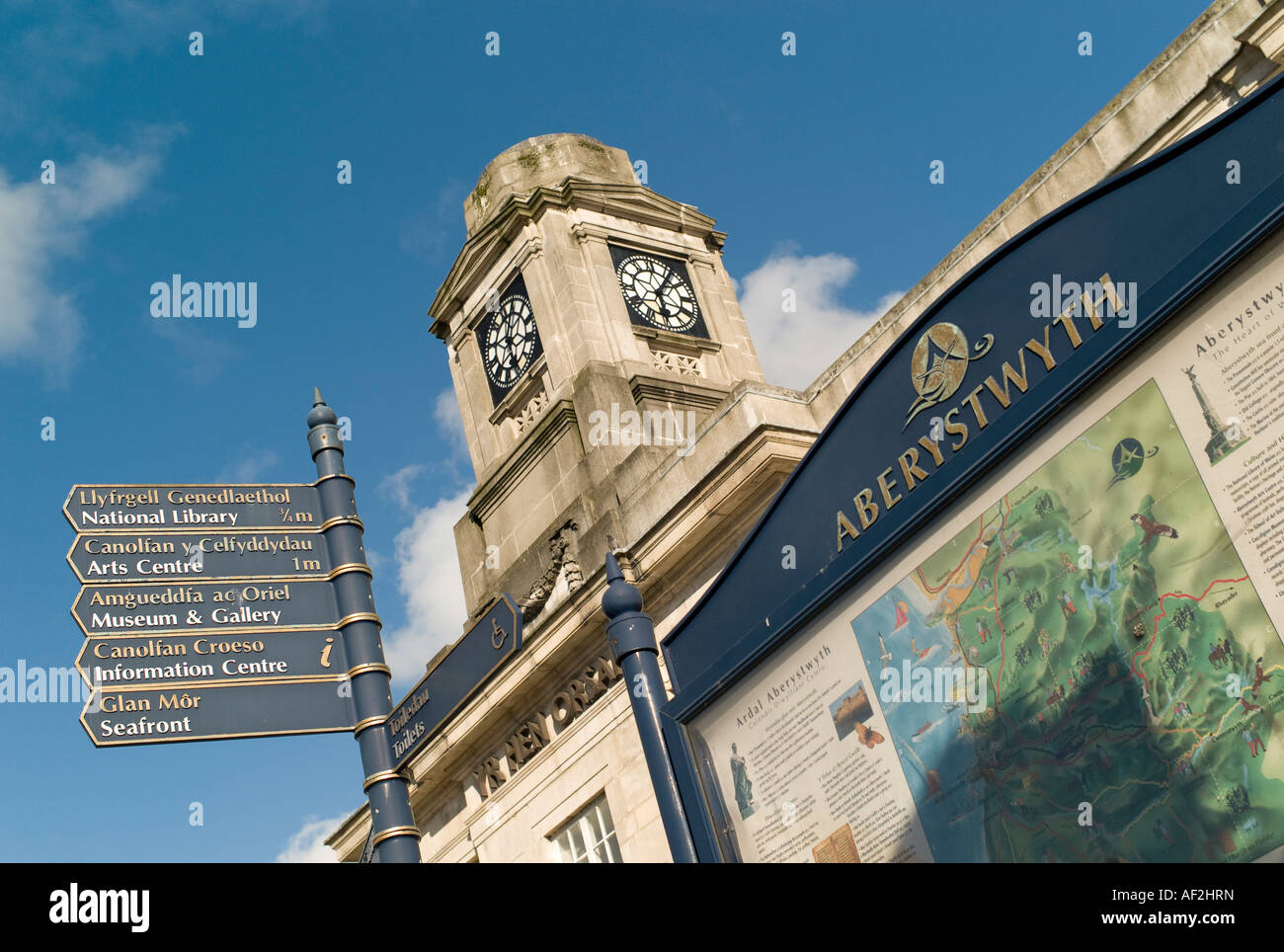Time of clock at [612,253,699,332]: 6:06
